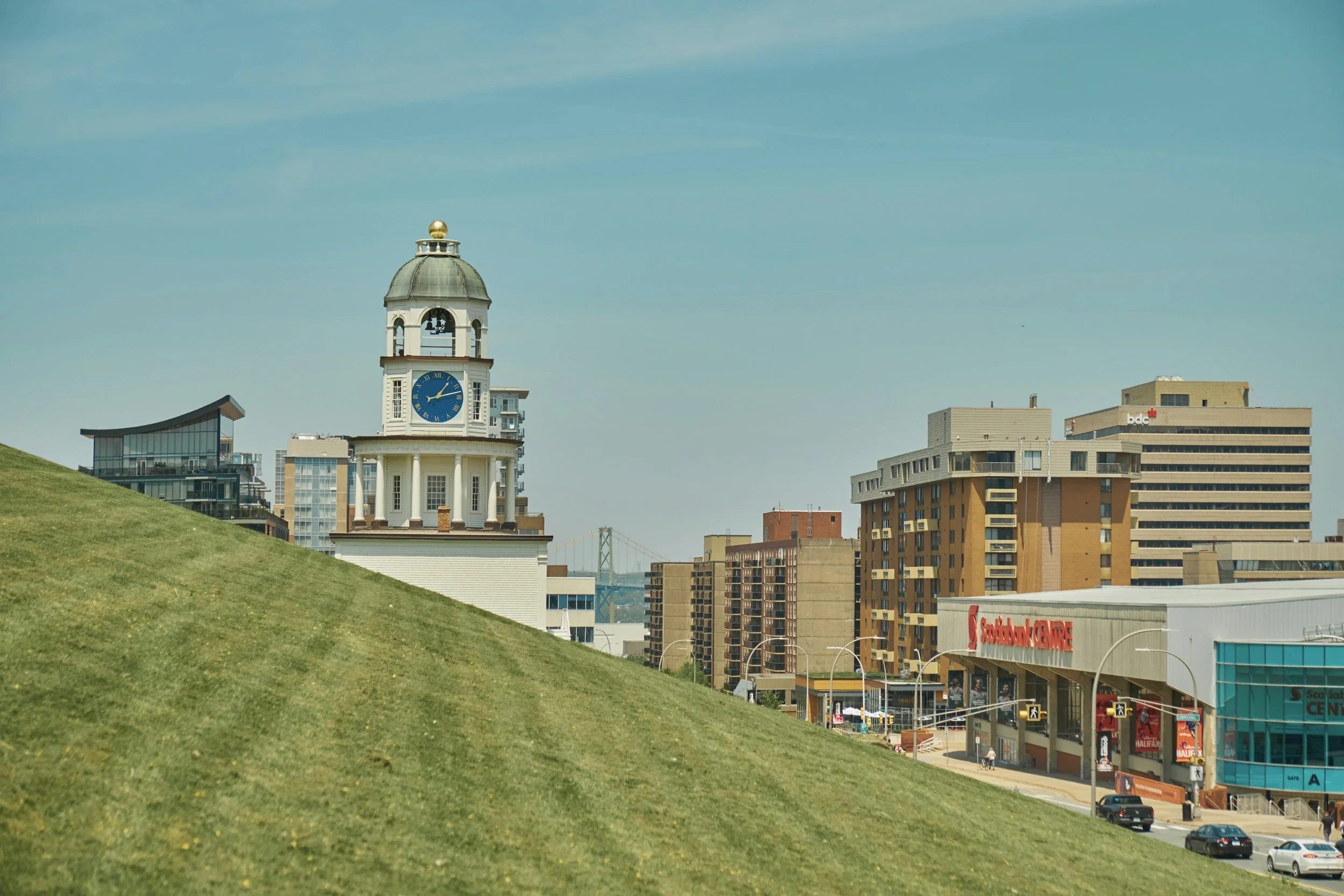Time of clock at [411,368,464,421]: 1:12
